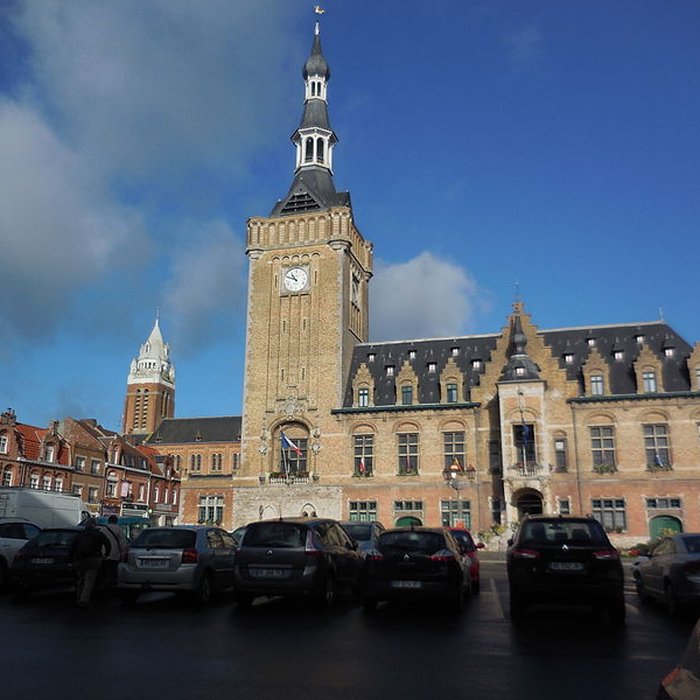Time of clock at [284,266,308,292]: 10:48
